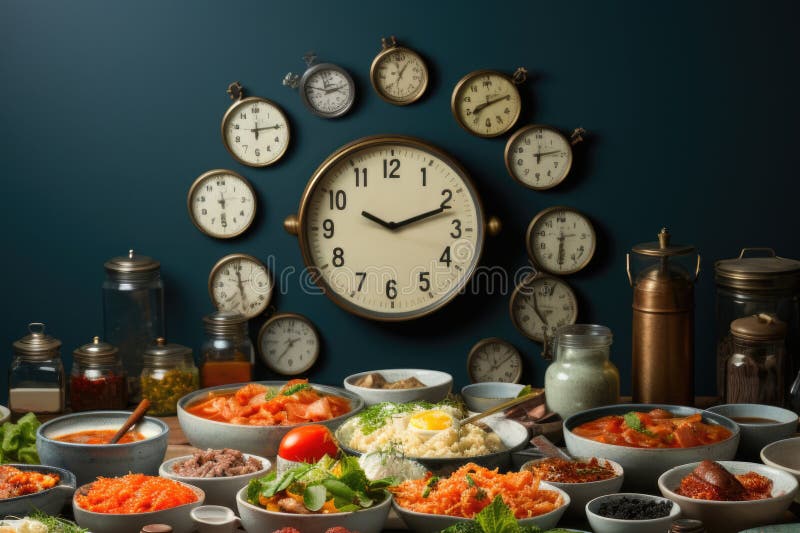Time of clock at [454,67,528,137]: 8:12
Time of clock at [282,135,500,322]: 10:11
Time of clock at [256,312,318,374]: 2:35
